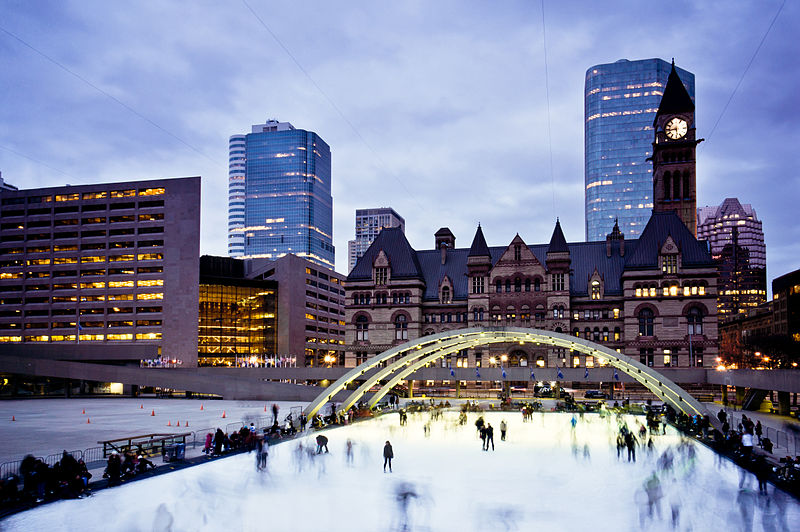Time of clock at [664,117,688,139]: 5:43
